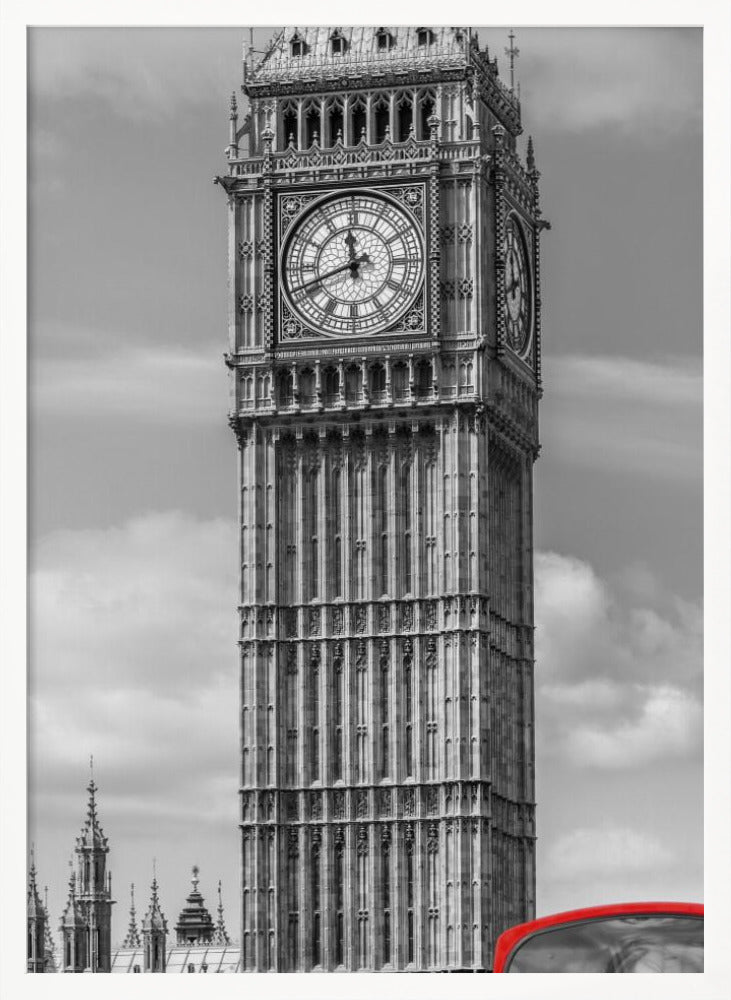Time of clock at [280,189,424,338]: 11:41
